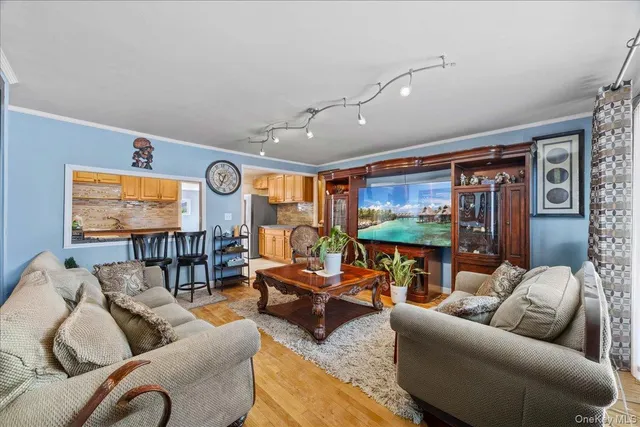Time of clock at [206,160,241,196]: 10:34
